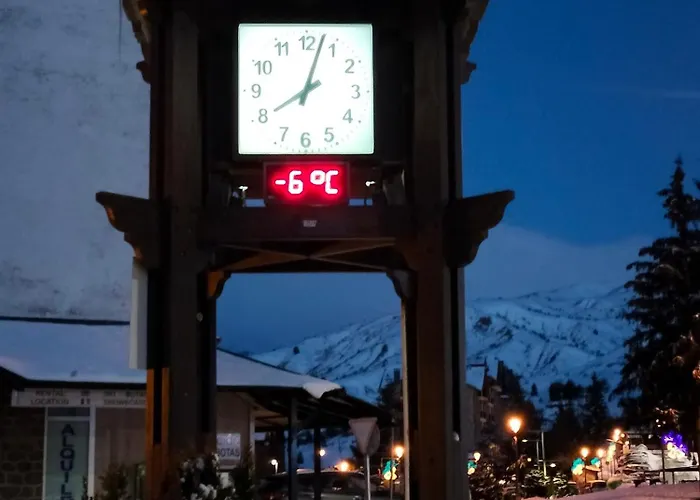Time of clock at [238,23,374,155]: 8:02
